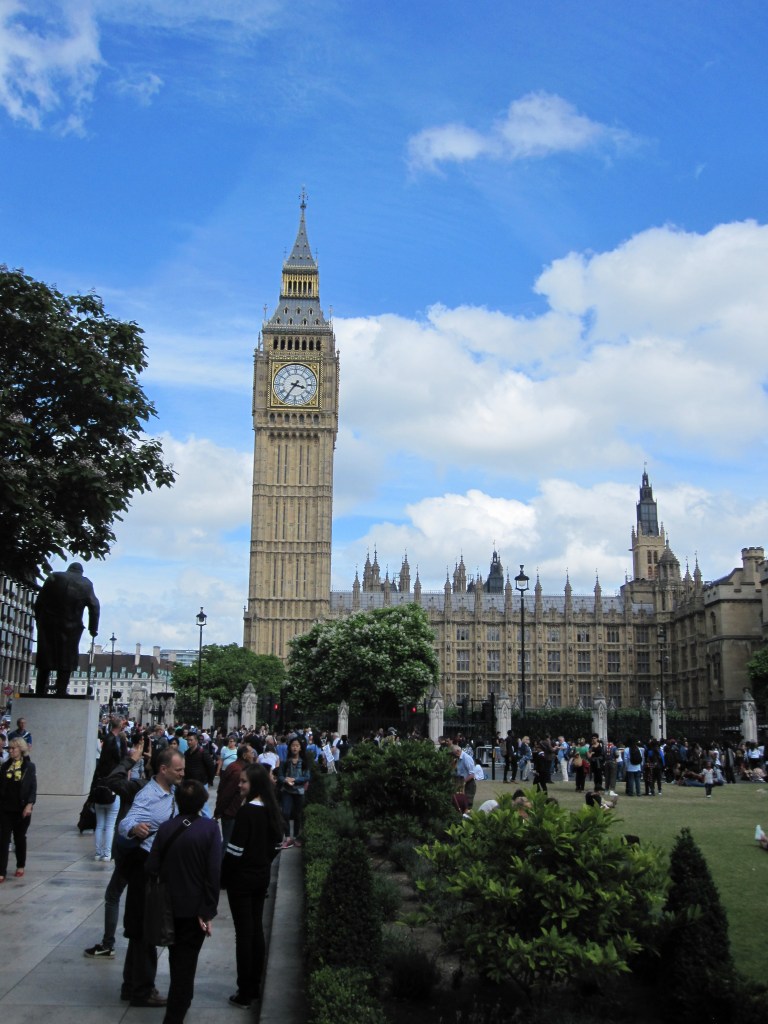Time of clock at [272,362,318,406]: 3:35
